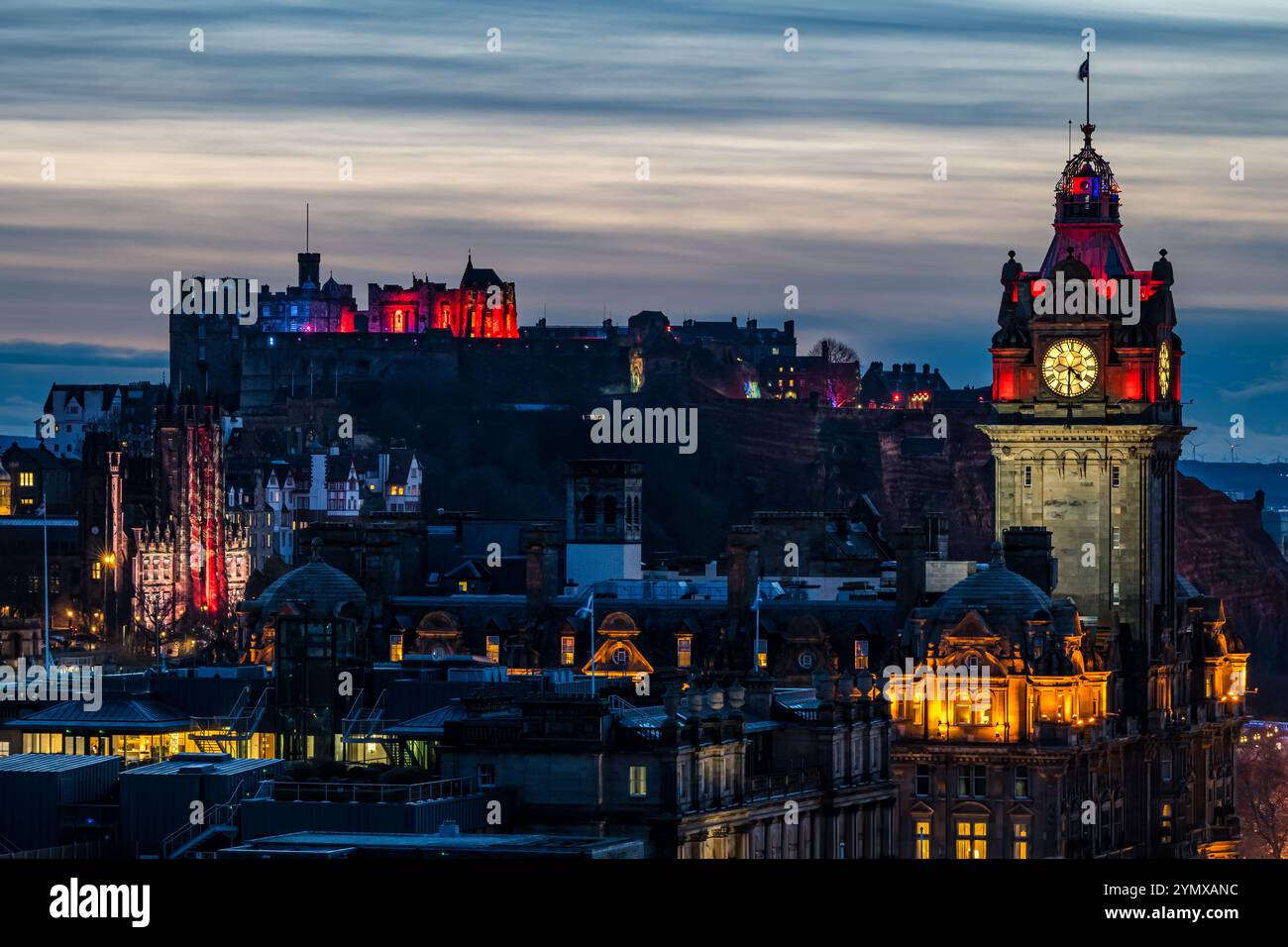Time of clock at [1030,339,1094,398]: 4:30
